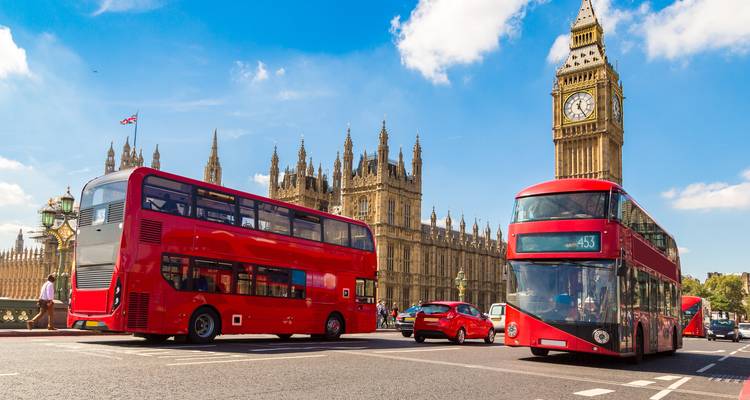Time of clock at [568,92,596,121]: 12:24
